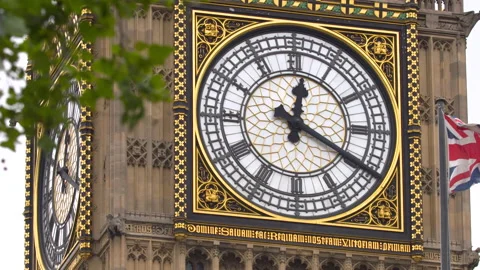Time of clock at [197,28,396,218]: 12:19
